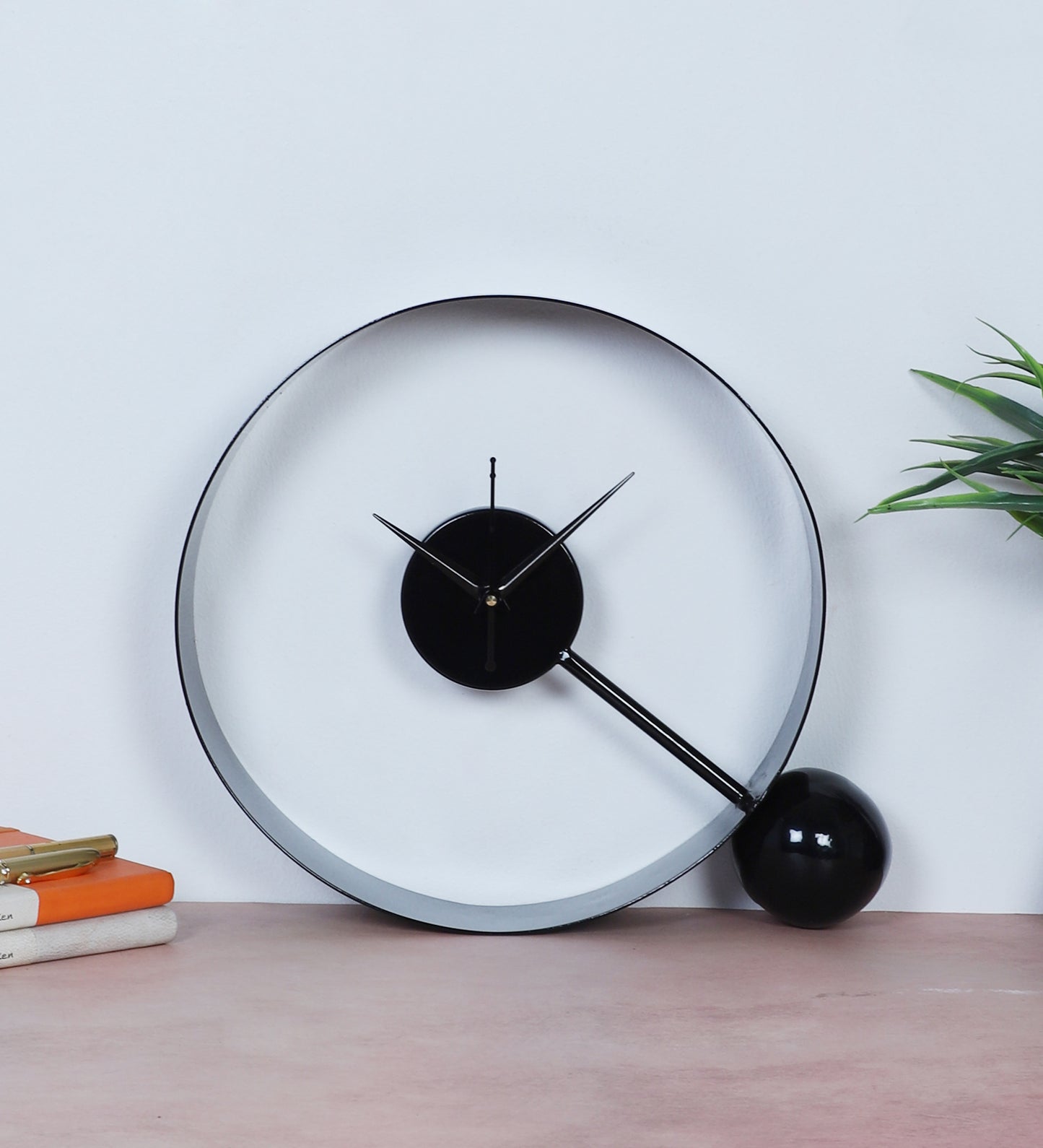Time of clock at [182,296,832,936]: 1:21
